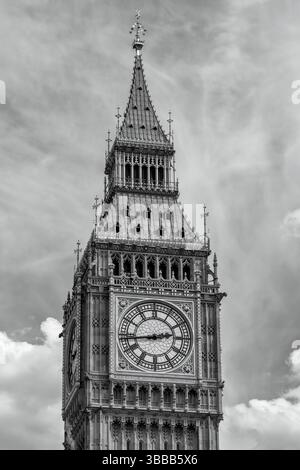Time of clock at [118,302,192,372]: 2:43
